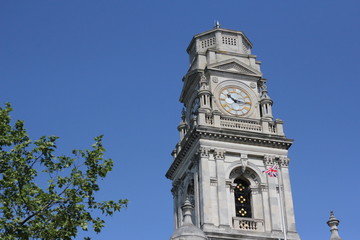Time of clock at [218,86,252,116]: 10:15
